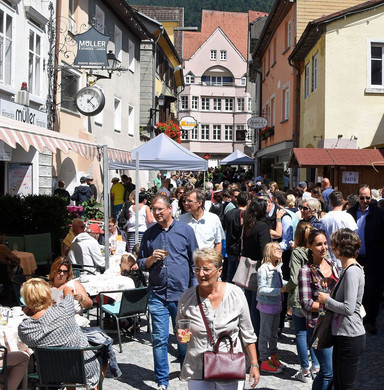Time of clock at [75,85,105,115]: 1:22
